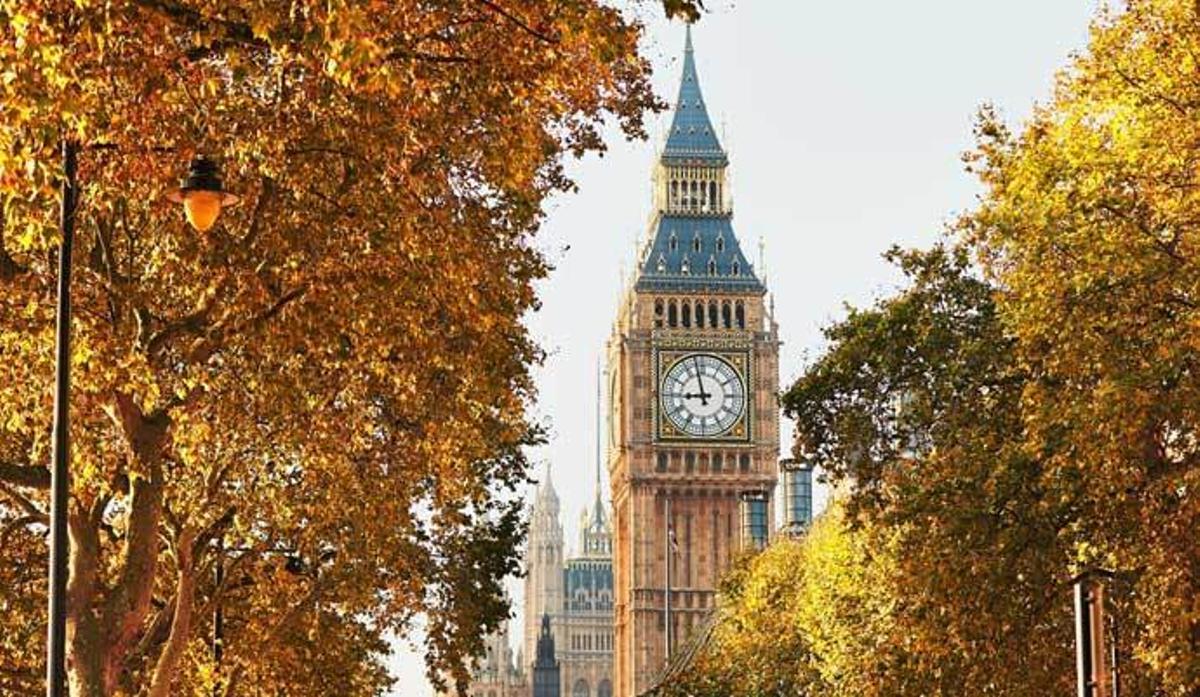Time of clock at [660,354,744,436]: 8:57
